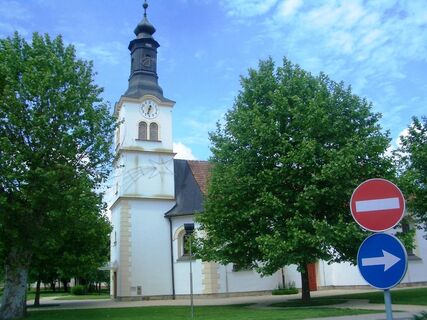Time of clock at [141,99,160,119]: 12:32
